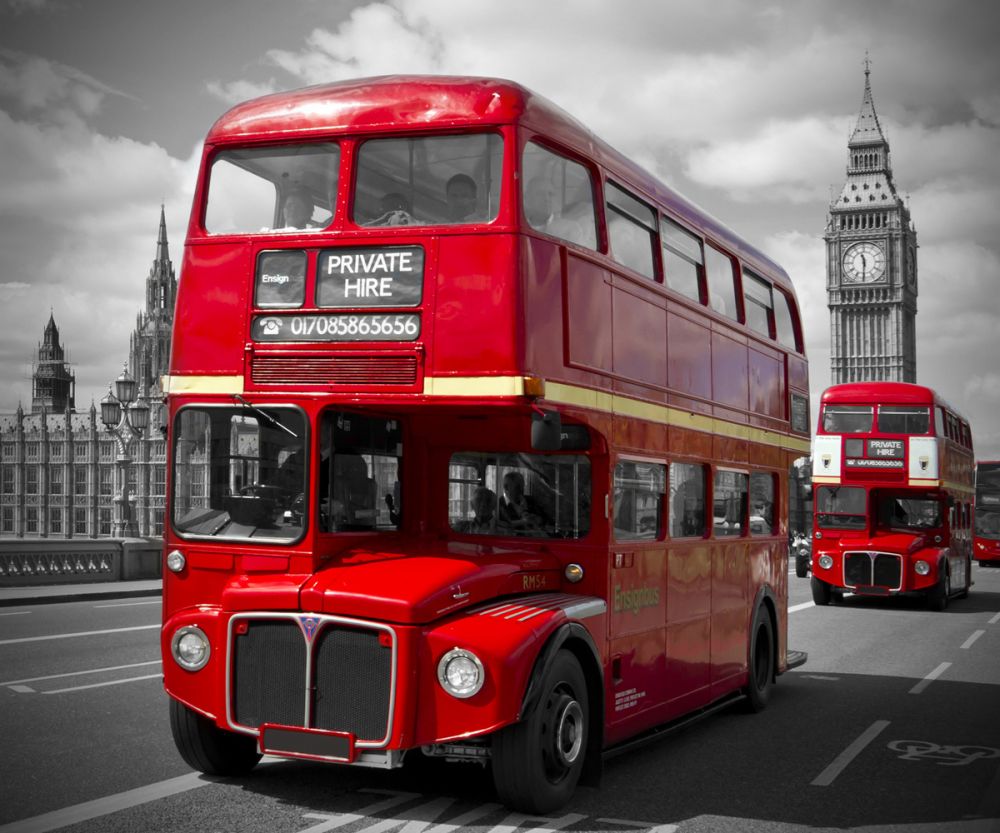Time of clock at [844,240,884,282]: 11:30
